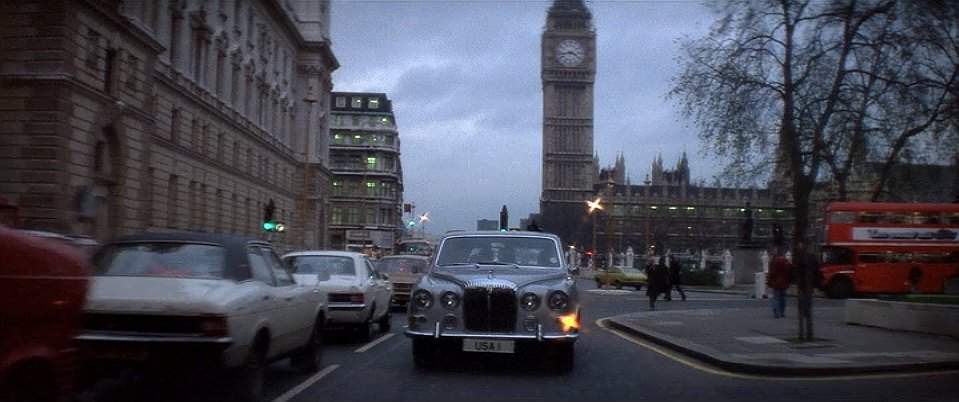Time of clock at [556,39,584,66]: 3:43
